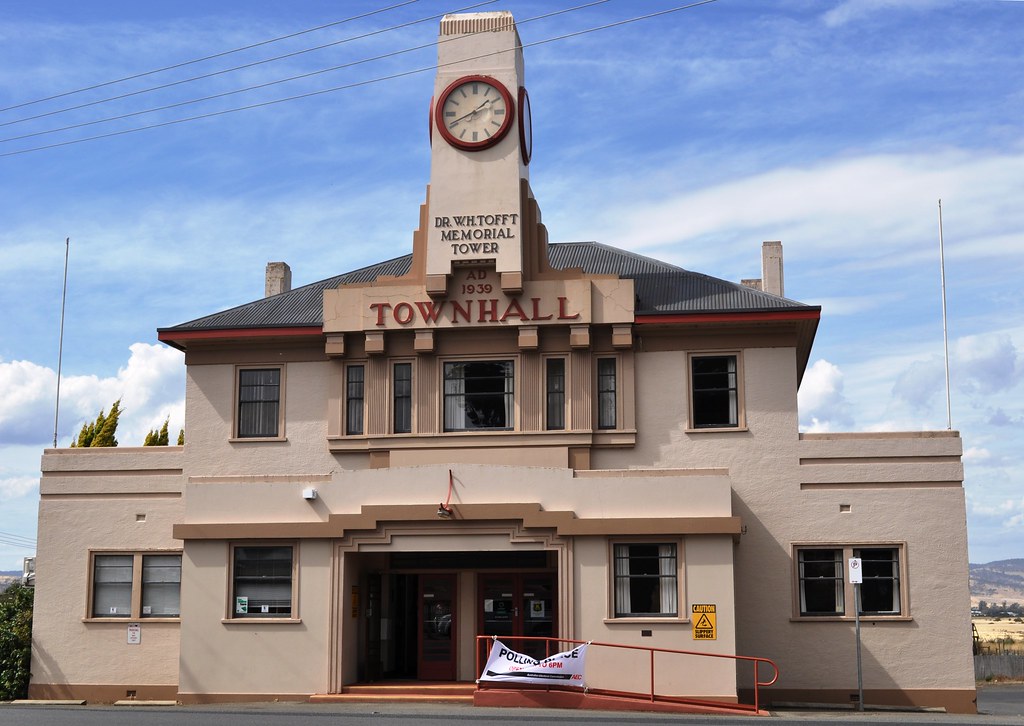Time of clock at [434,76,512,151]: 1:41
